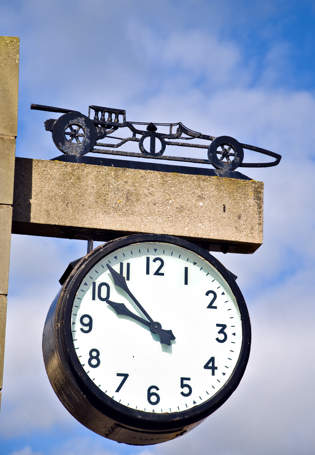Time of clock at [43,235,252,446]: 9:53
